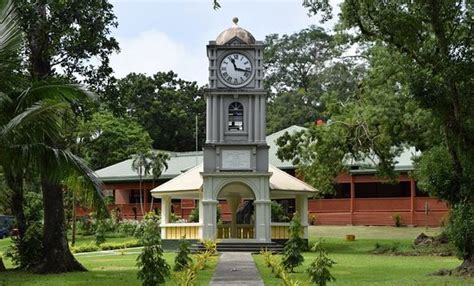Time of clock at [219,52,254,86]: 11:17
